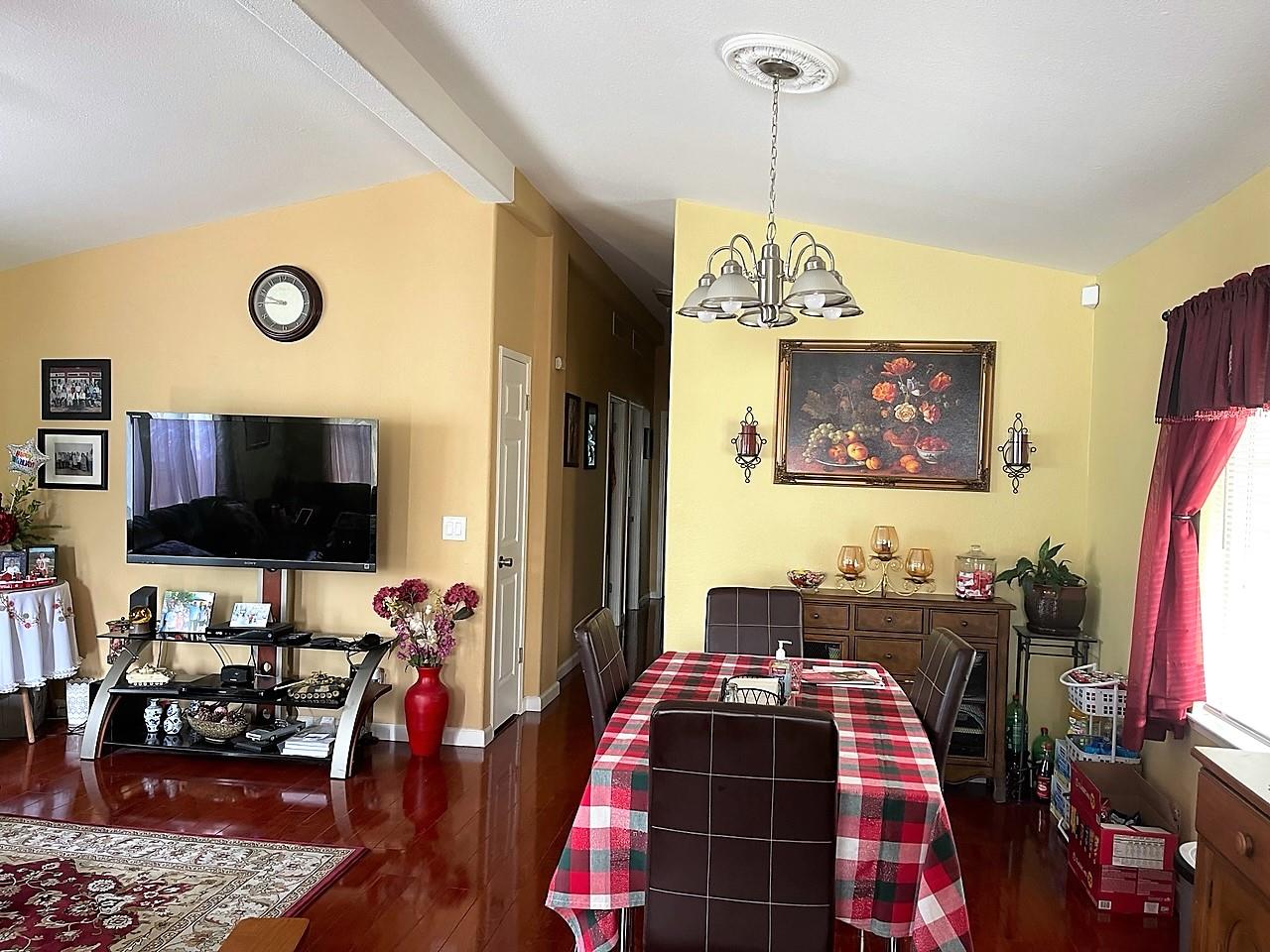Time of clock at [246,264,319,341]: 9:45
